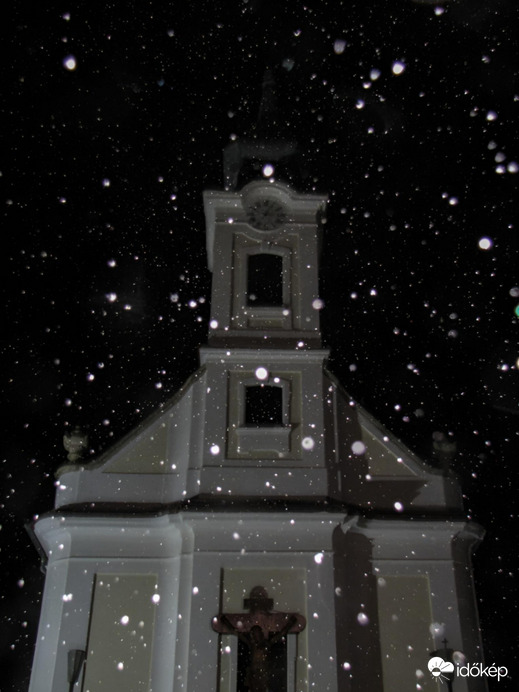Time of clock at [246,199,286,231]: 3:04
